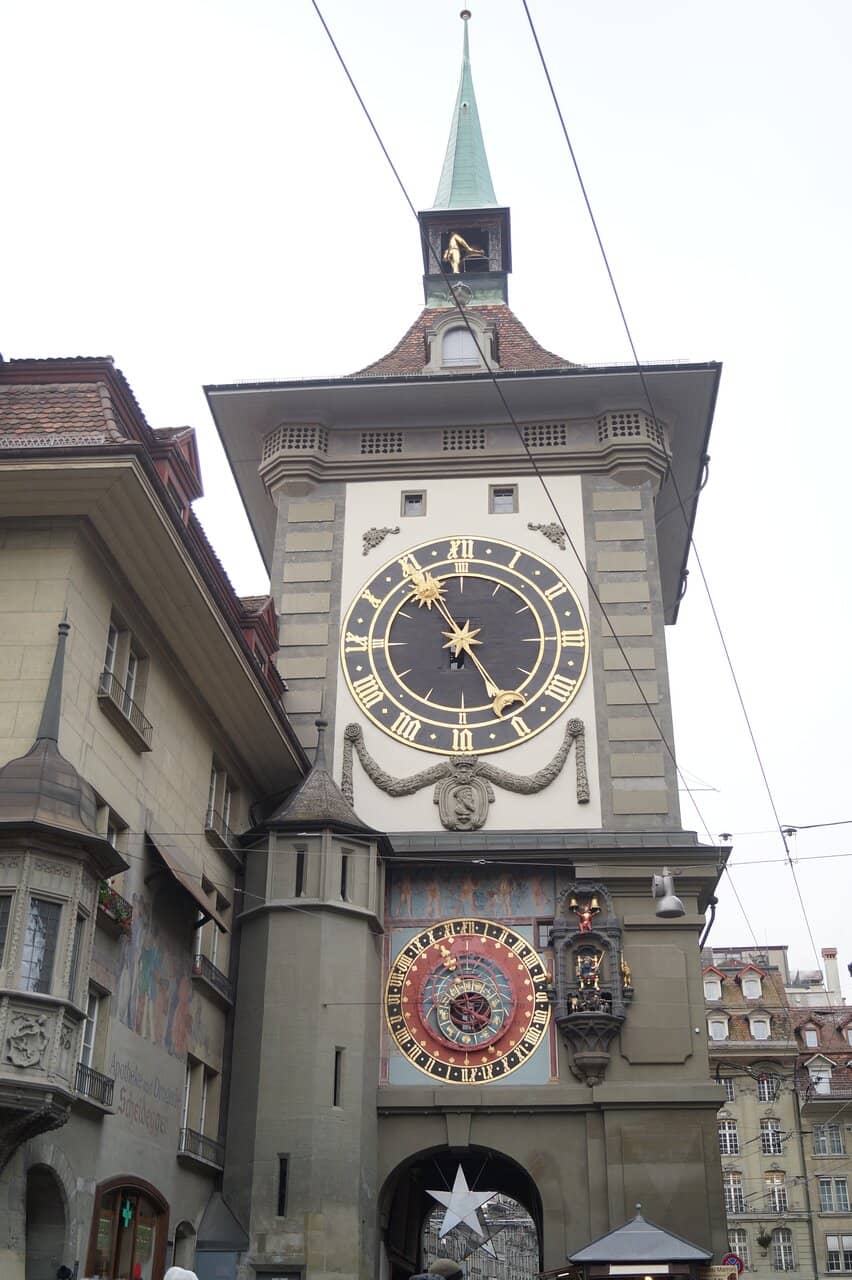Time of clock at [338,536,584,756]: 4:55
